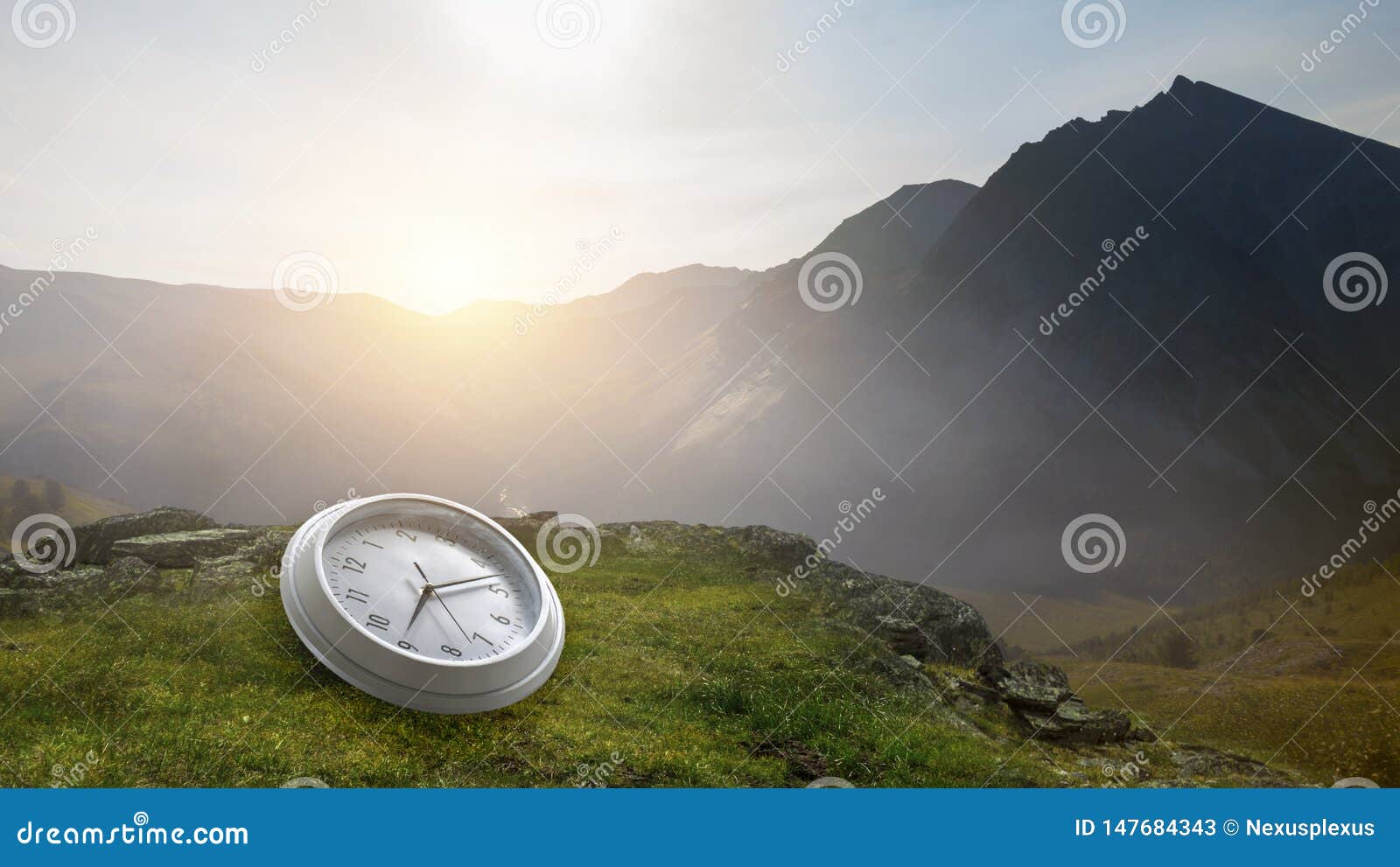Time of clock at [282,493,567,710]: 2:35
